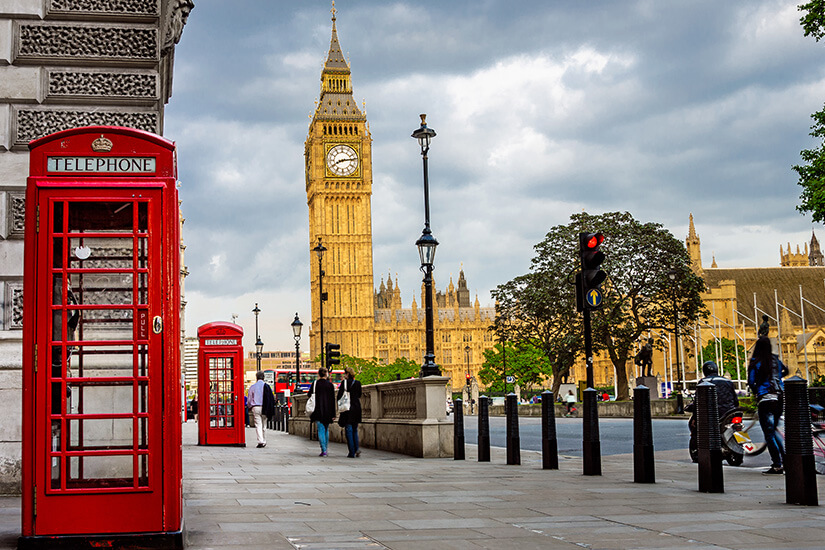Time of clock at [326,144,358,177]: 8:14
